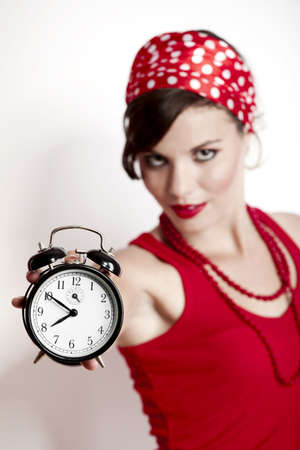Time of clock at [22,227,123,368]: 7:50
